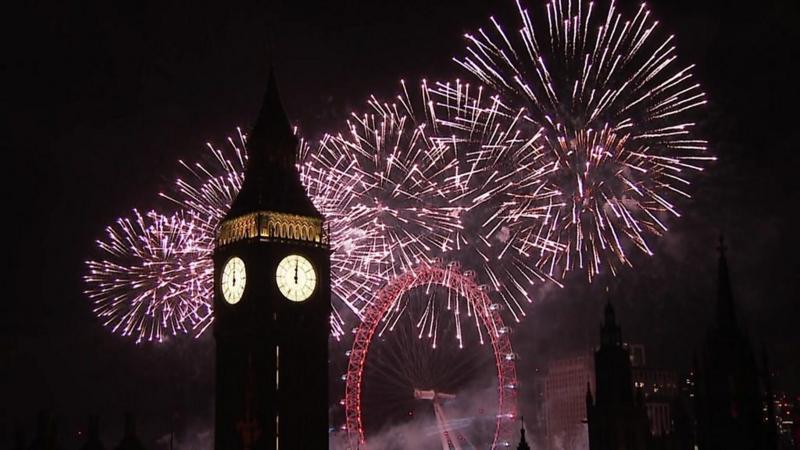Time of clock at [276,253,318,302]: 12:00
